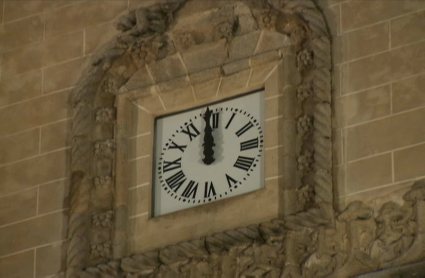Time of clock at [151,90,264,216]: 11:59
